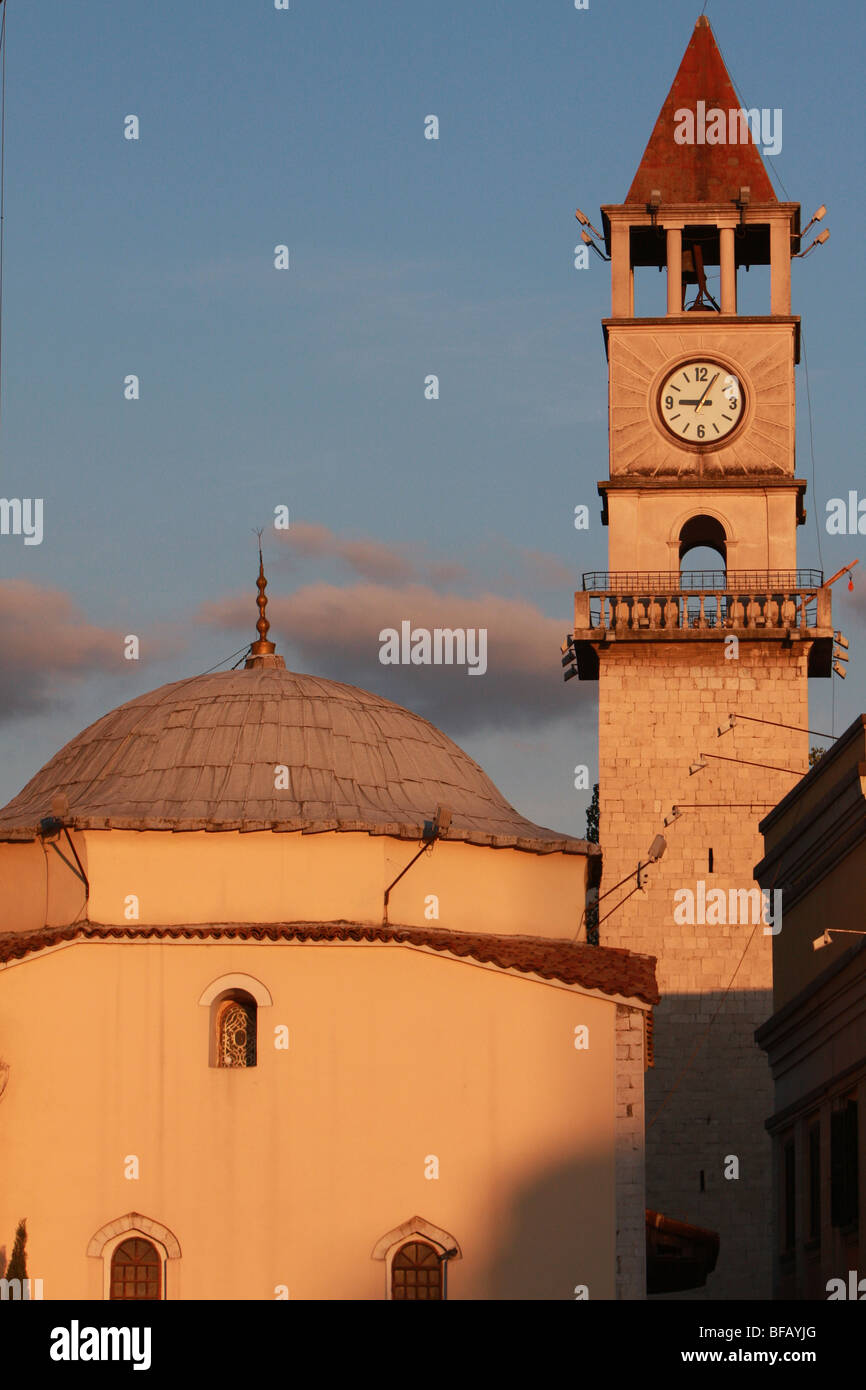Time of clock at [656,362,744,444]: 9:04
